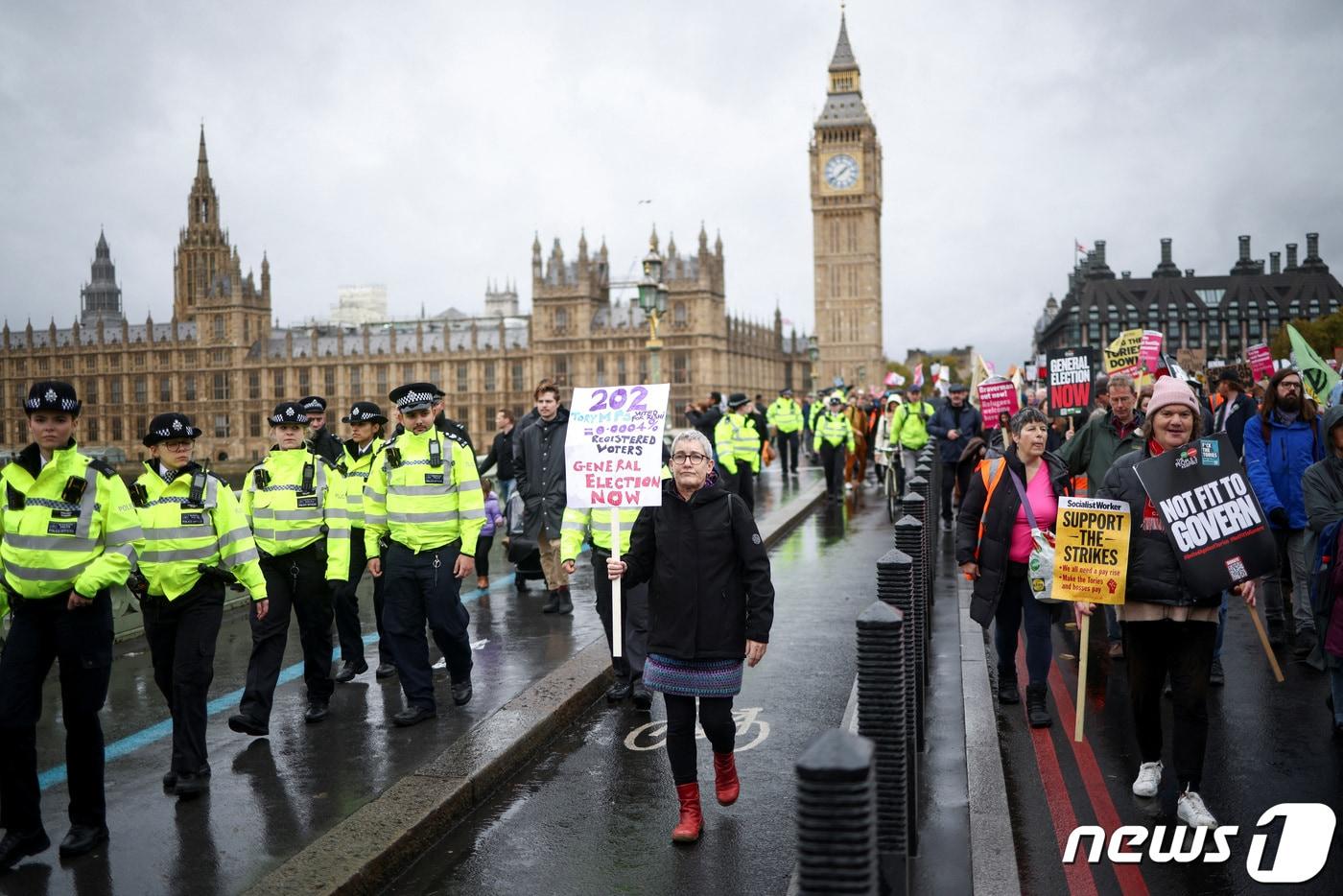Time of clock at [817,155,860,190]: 1:38
